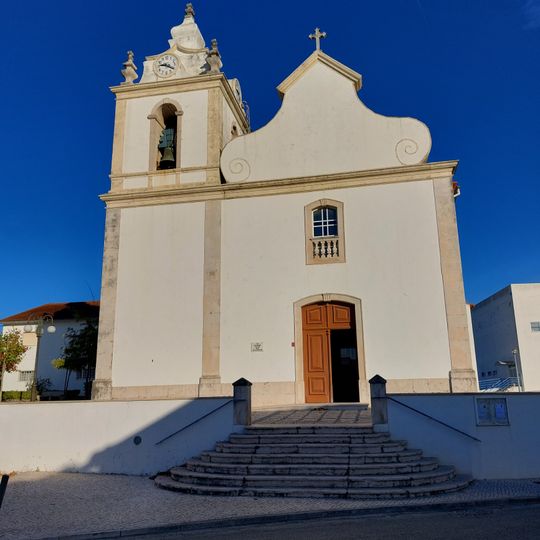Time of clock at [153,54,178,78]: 9:20
